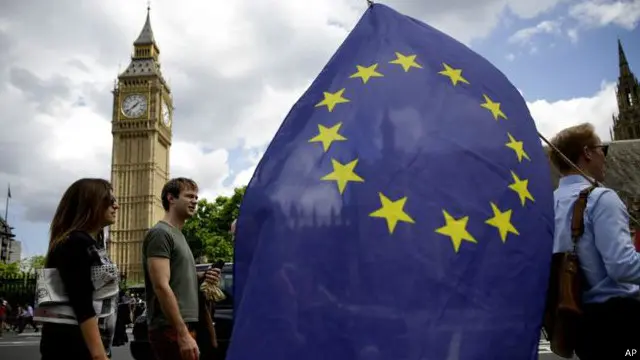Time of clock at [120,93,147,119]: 1:38
